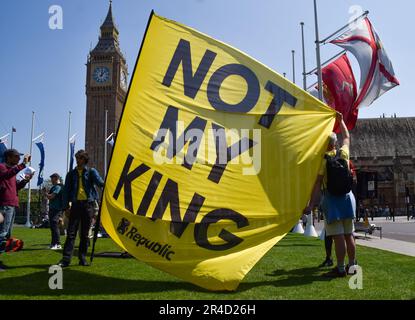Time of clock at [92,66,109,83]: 12:07
